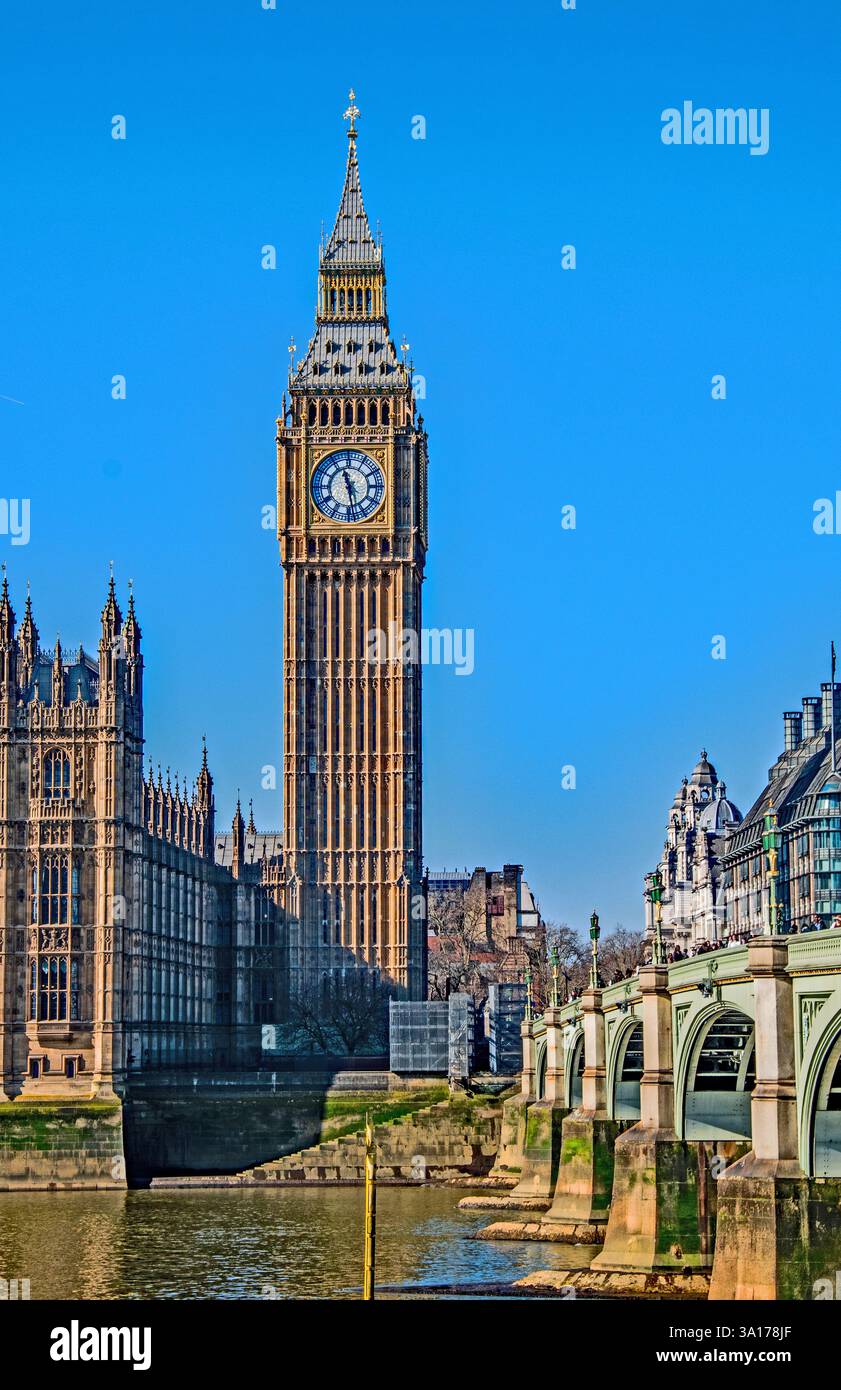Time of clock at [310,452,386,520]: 11:28
